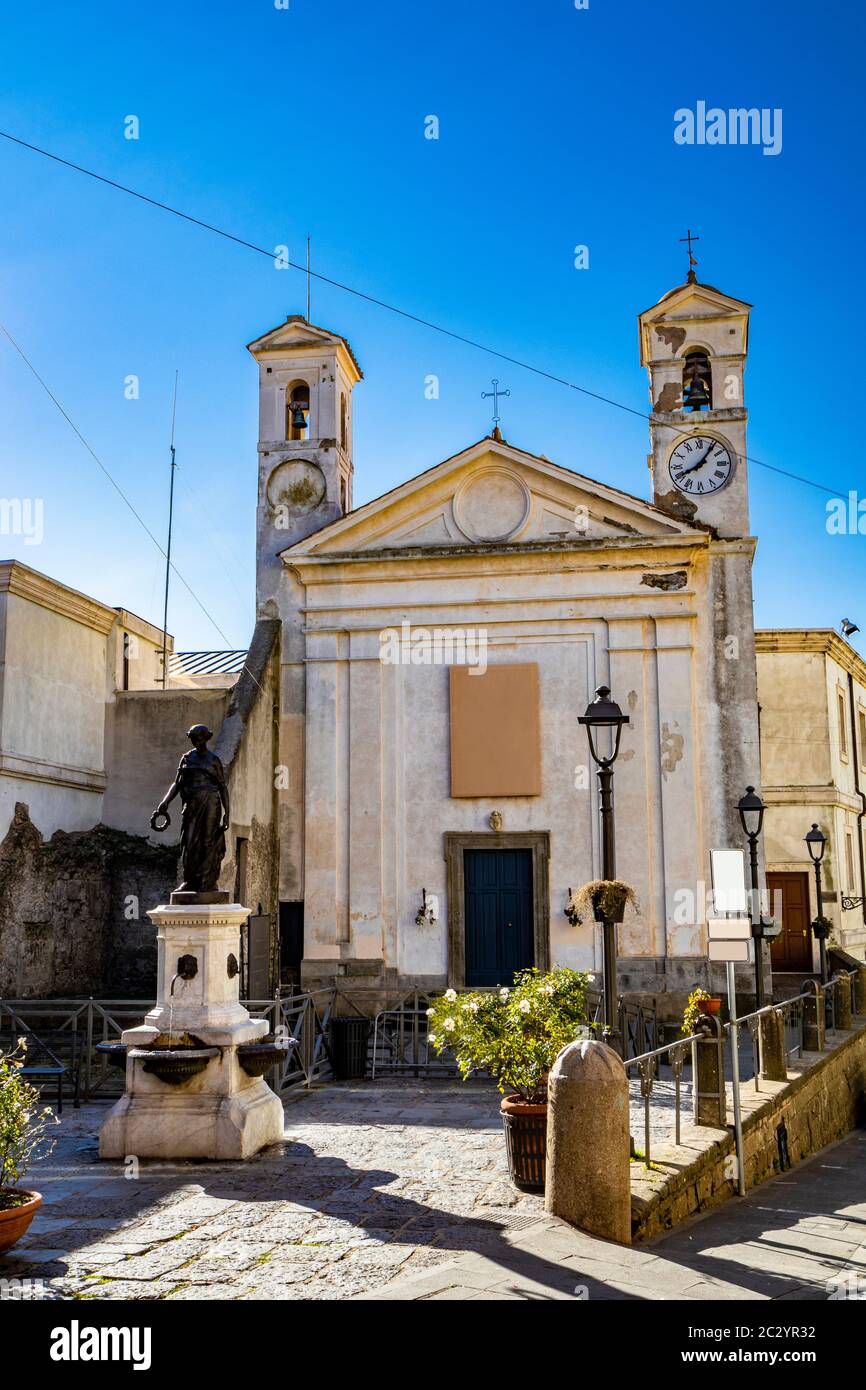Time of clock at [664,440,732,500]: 8:06
